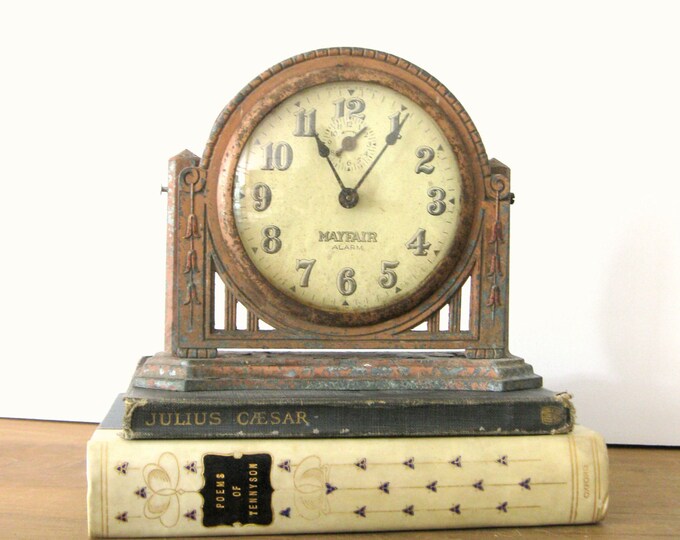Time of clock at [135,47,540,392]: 11:05
